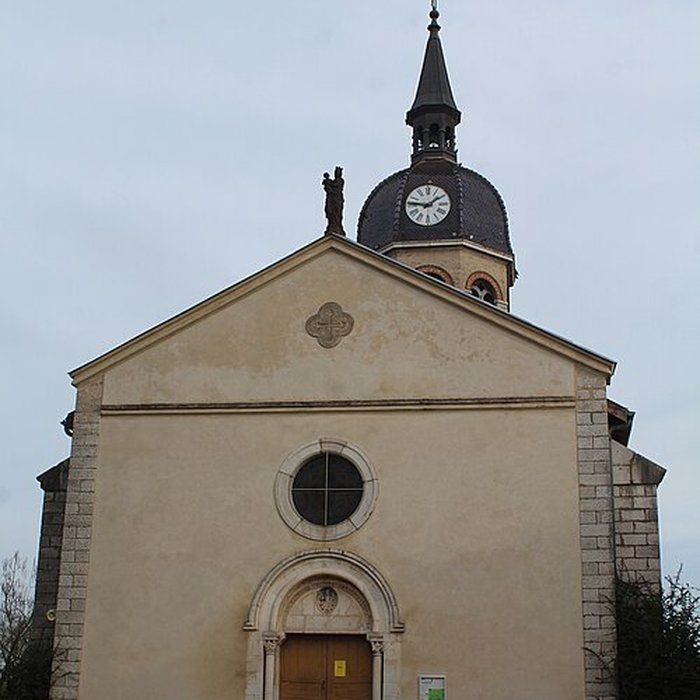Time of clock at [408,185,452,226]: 1:46
